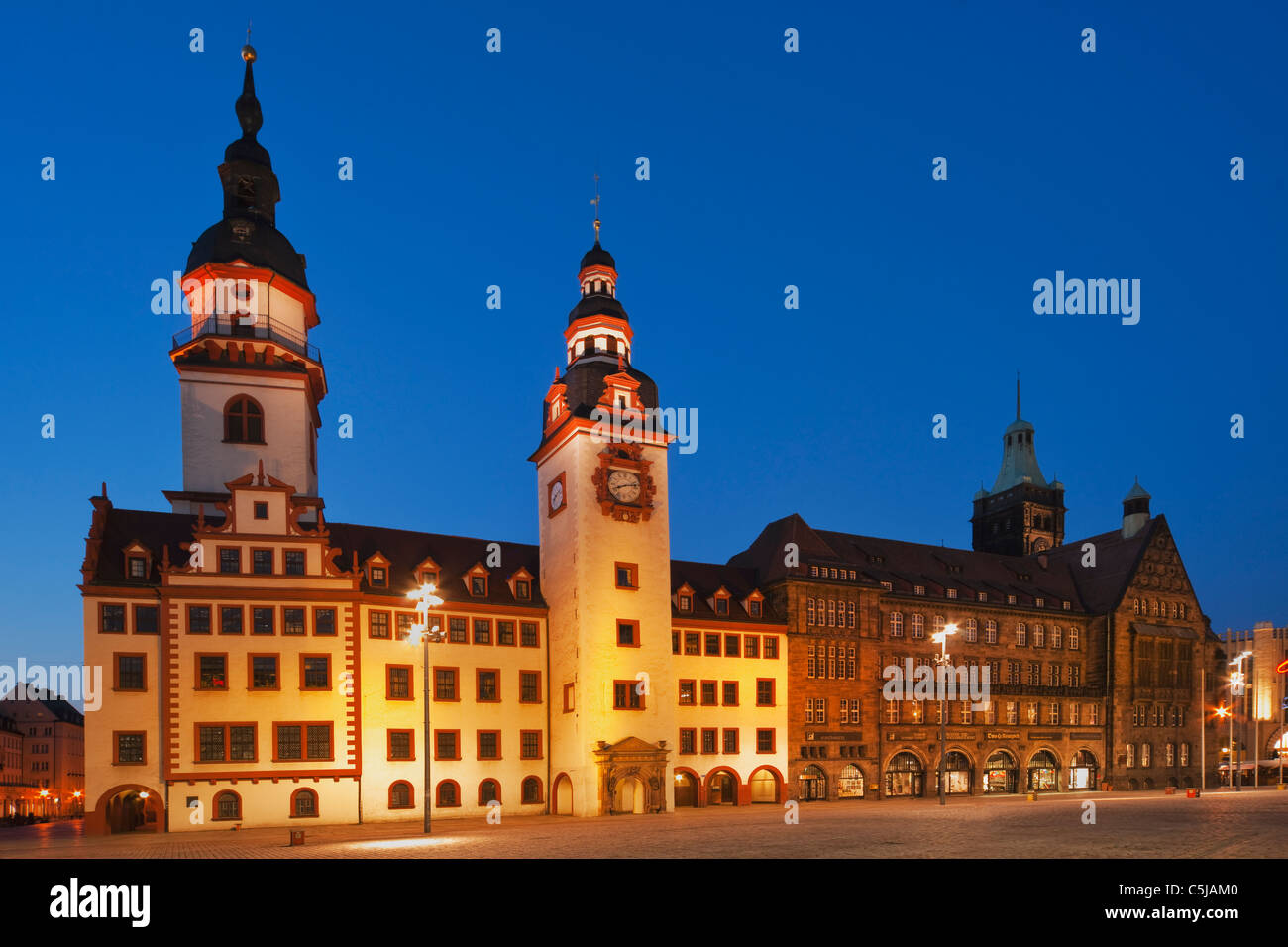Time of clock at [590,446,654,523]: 8:12
